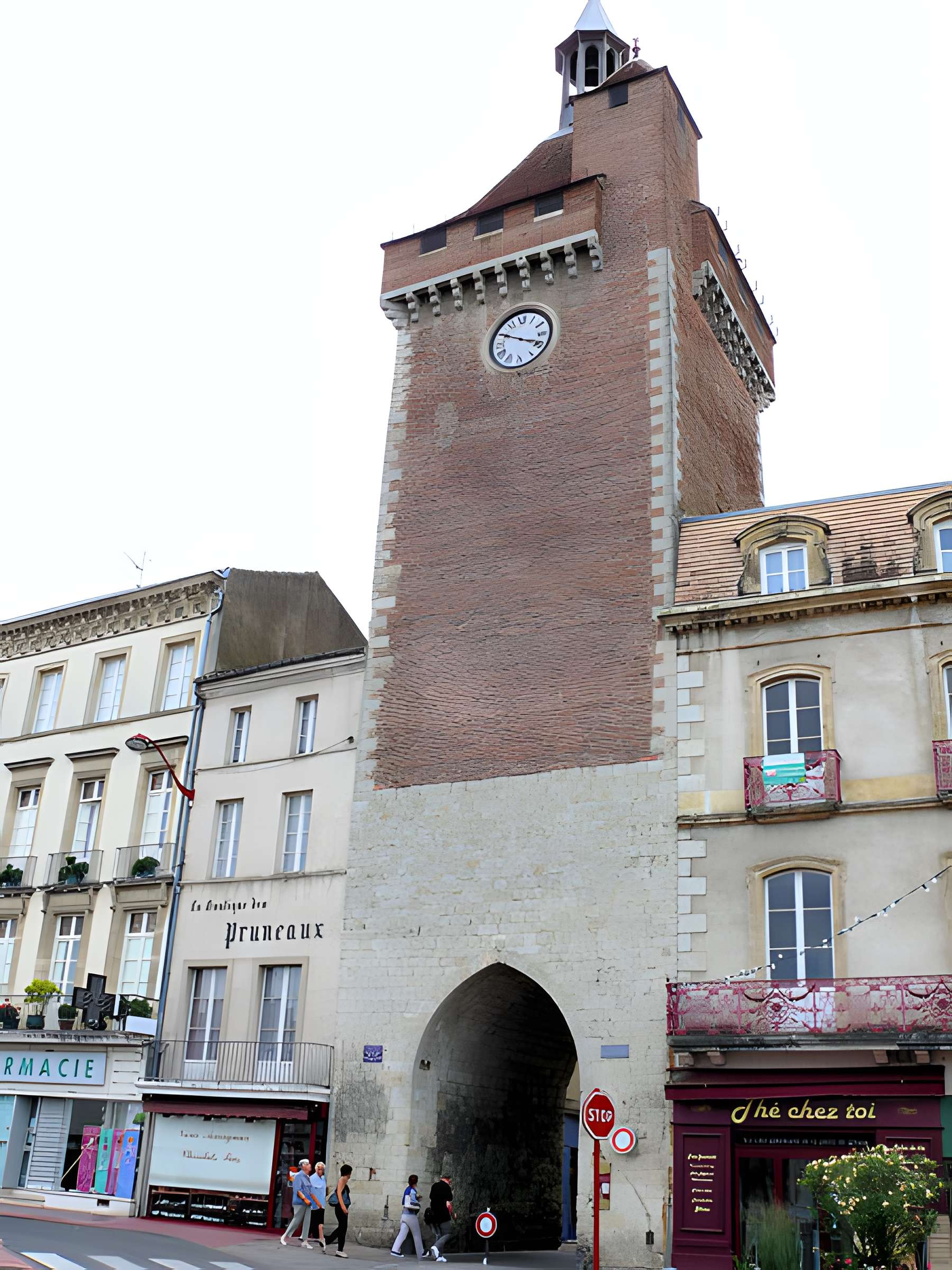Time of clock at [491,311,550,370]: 3:49
